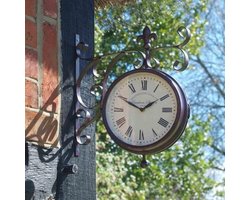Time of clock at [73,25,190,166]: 1:49
